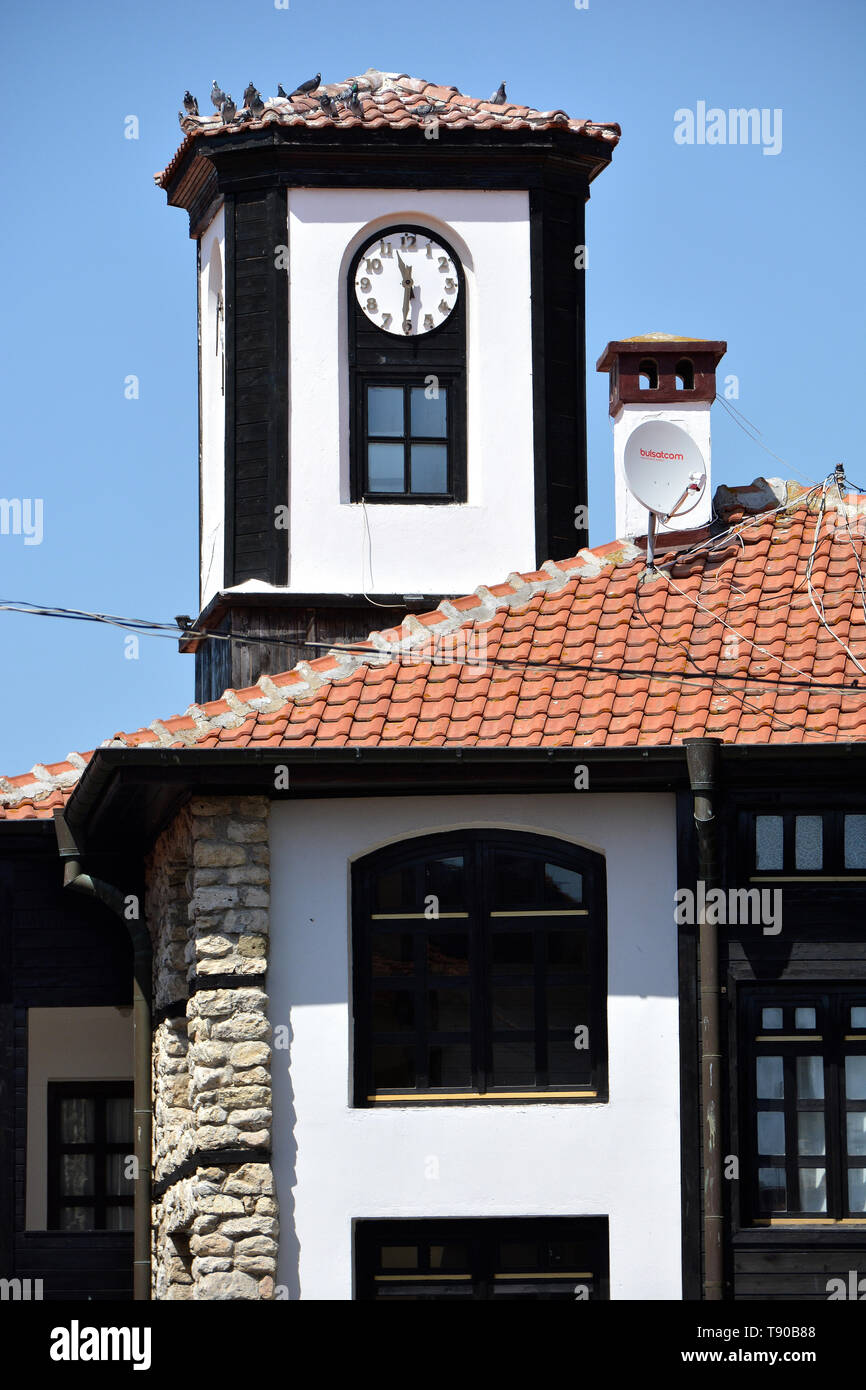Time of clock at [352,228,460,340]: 11:30
